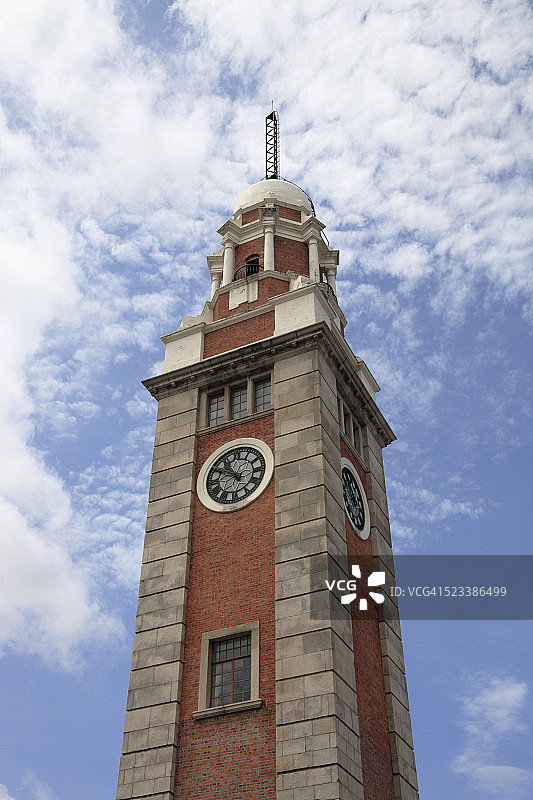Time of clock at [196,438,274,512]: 10:48
